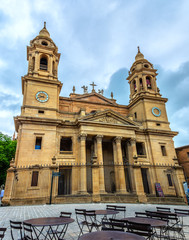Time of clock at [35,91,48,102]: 9:41
